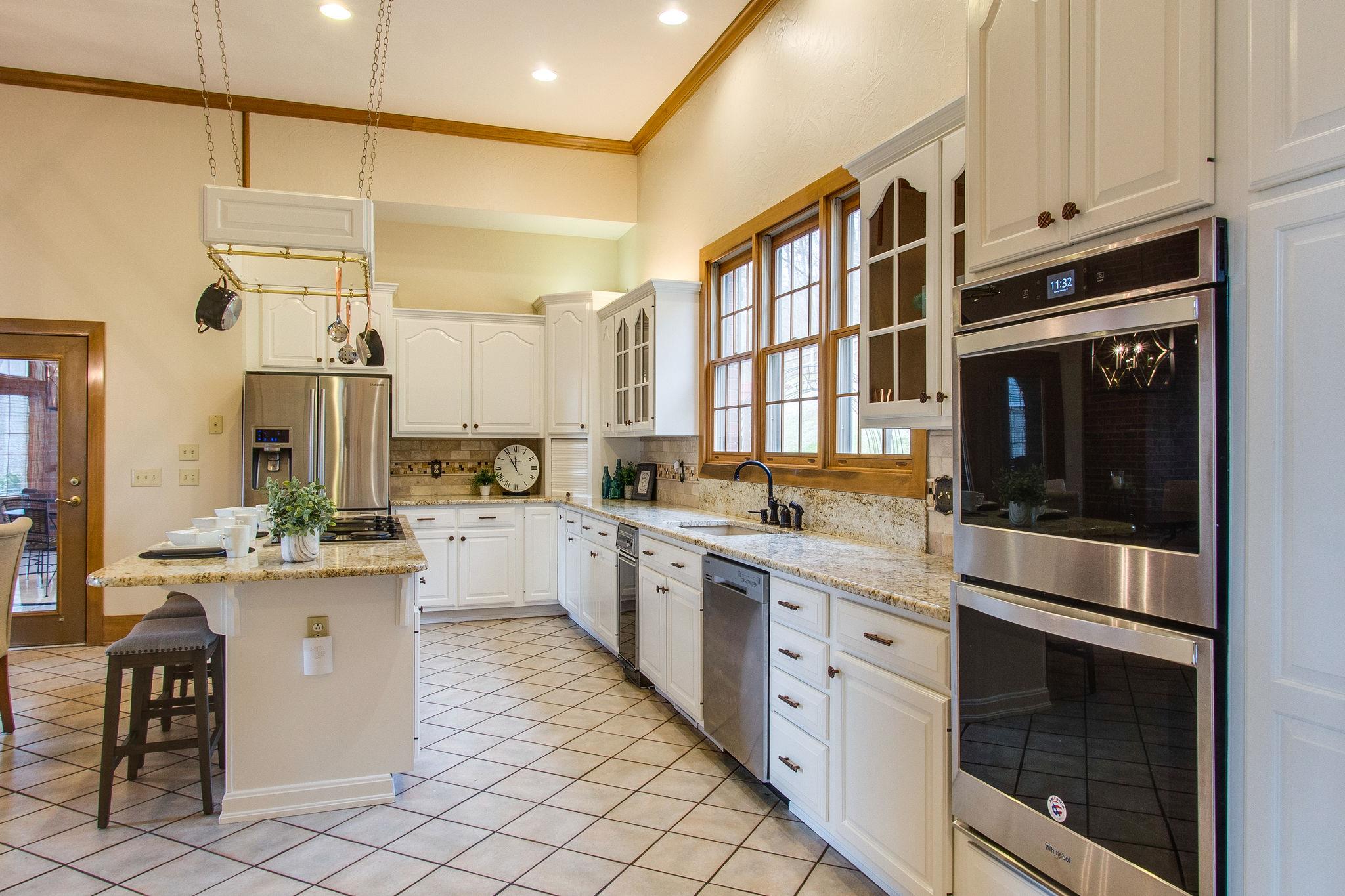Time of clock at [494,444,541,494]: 11:54
